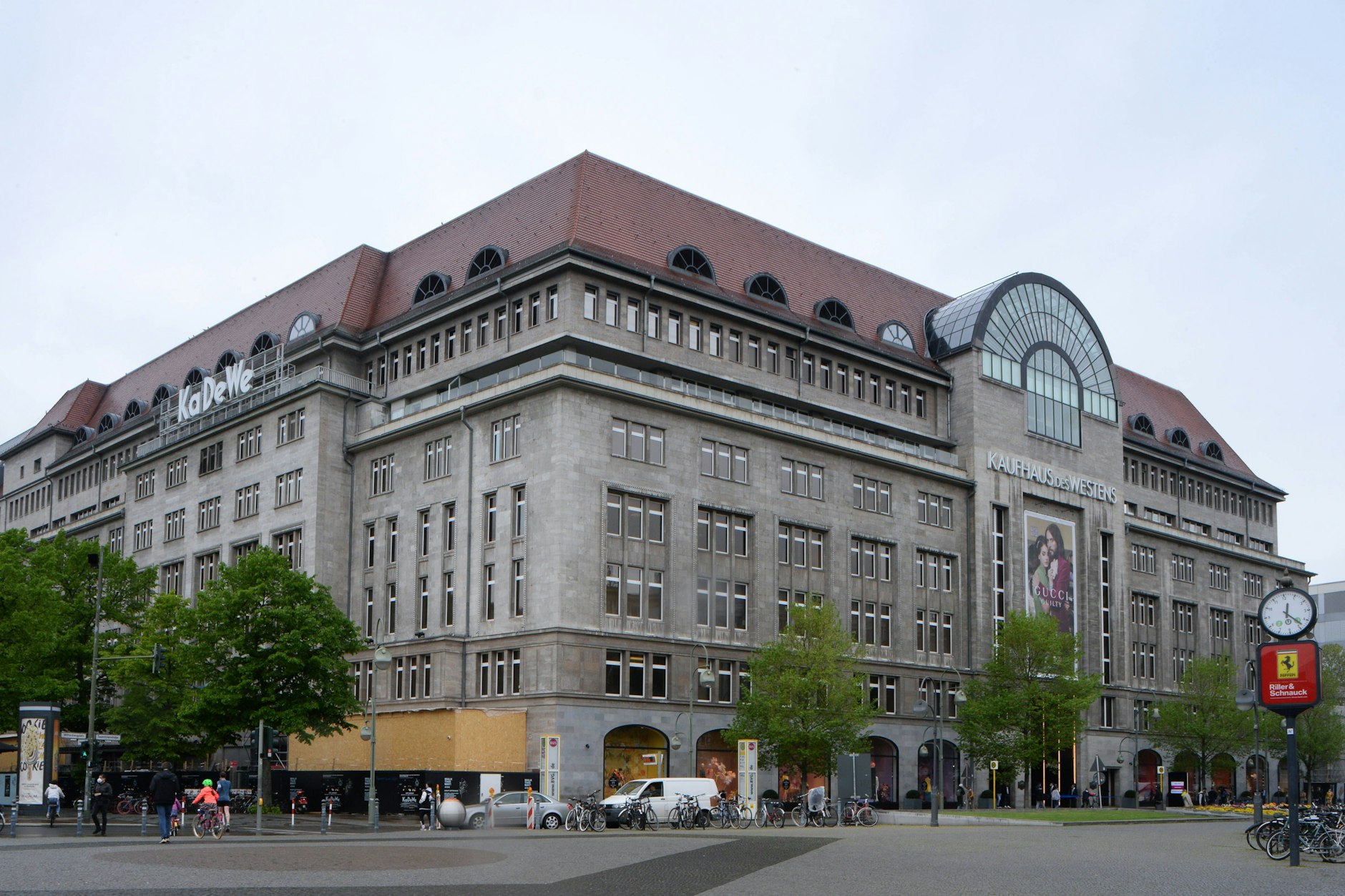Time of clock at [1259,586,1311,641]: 12:23
